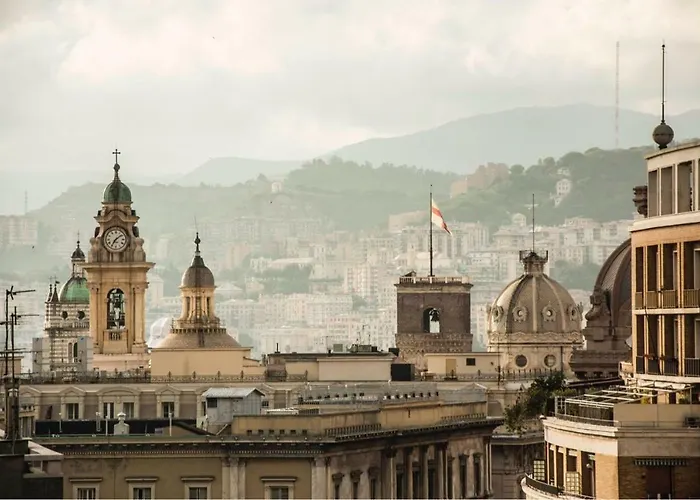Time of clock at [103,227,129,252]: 7:08
